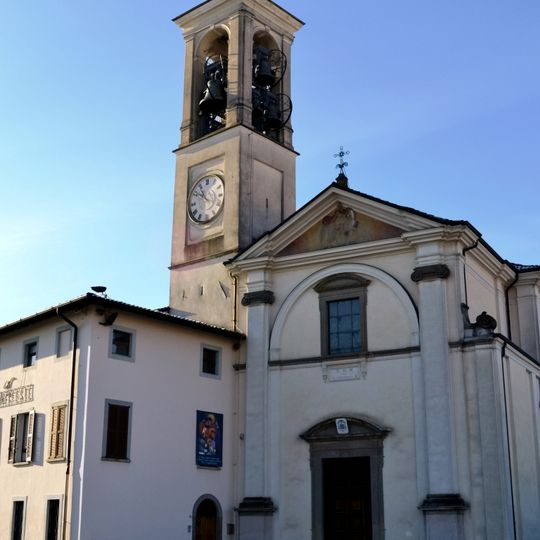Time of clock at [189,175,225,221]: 10:50
